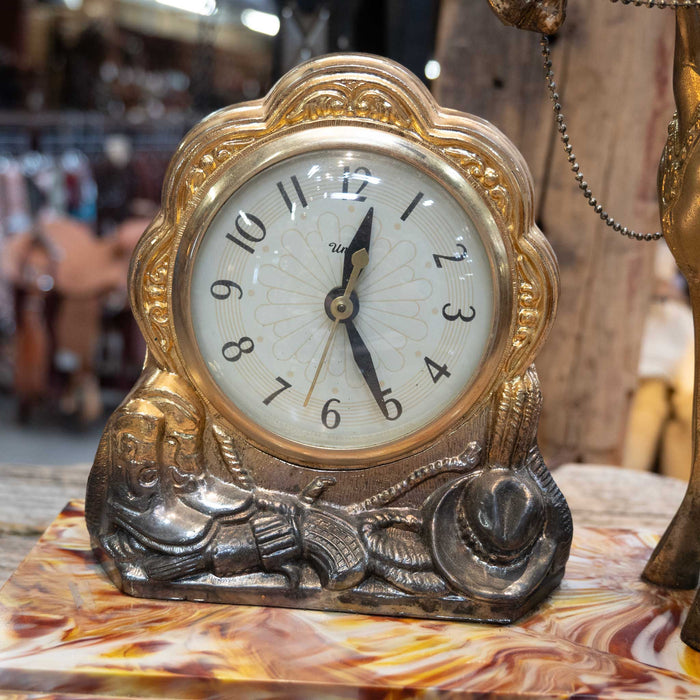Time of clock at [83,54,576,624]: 12:25
